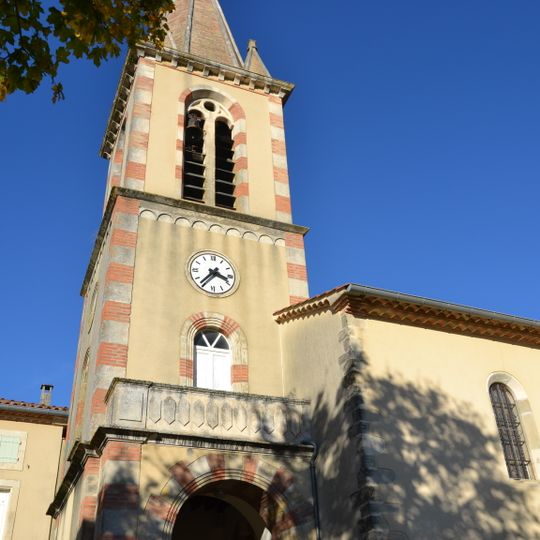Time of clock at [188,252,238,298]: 3:36
